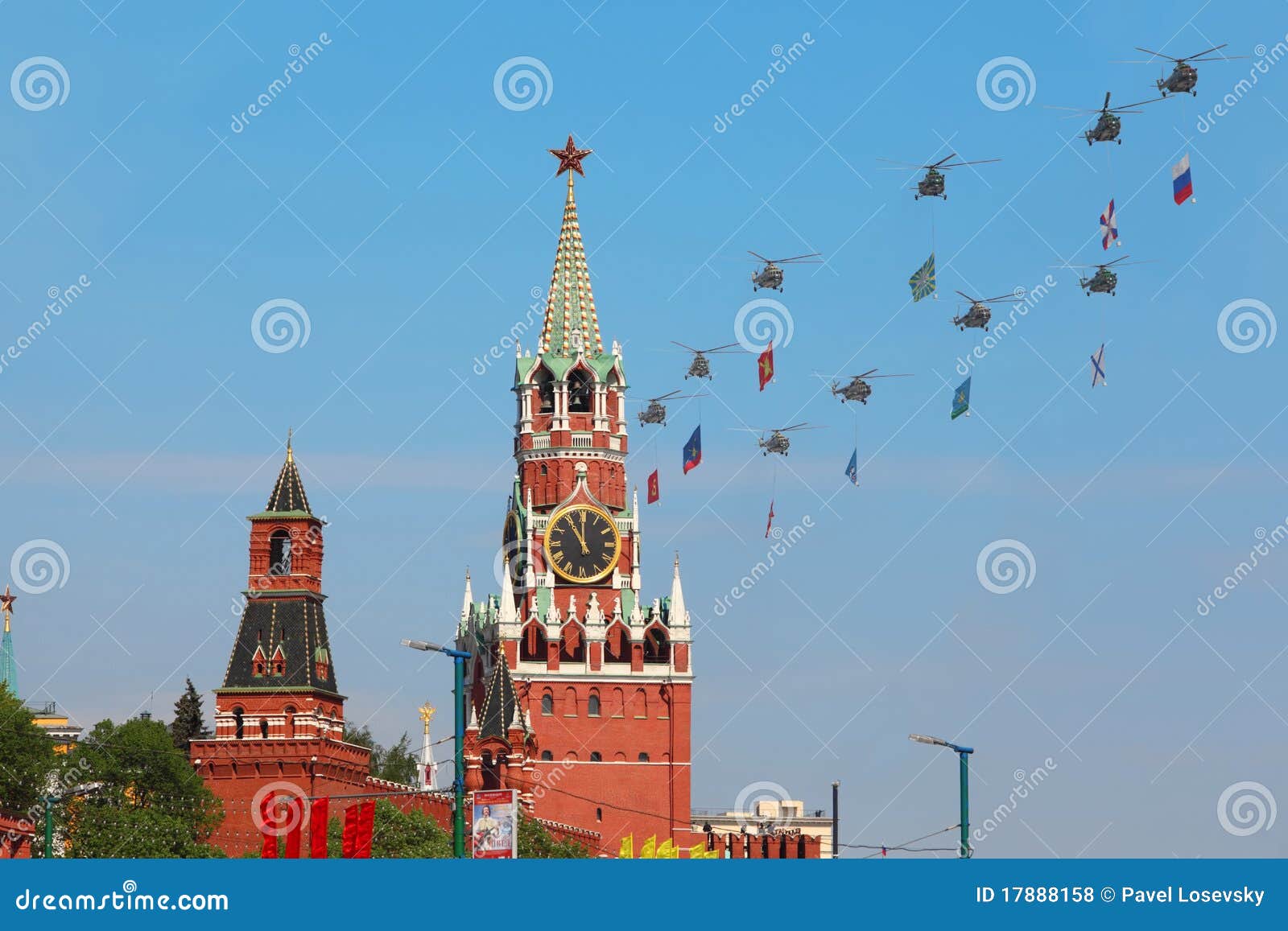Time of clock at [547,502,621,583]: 11:00
